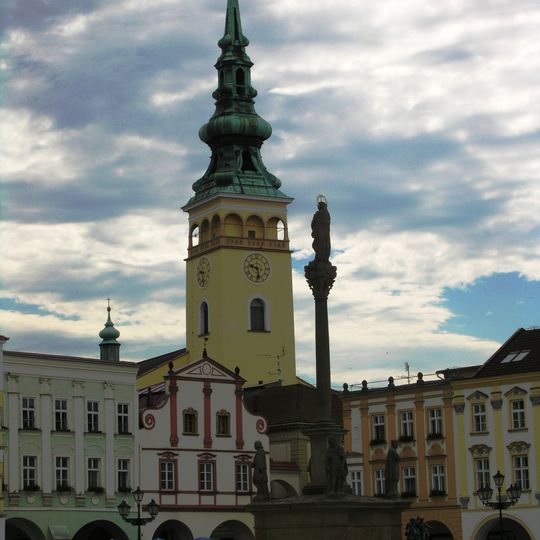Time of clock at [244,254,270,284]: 9:28
